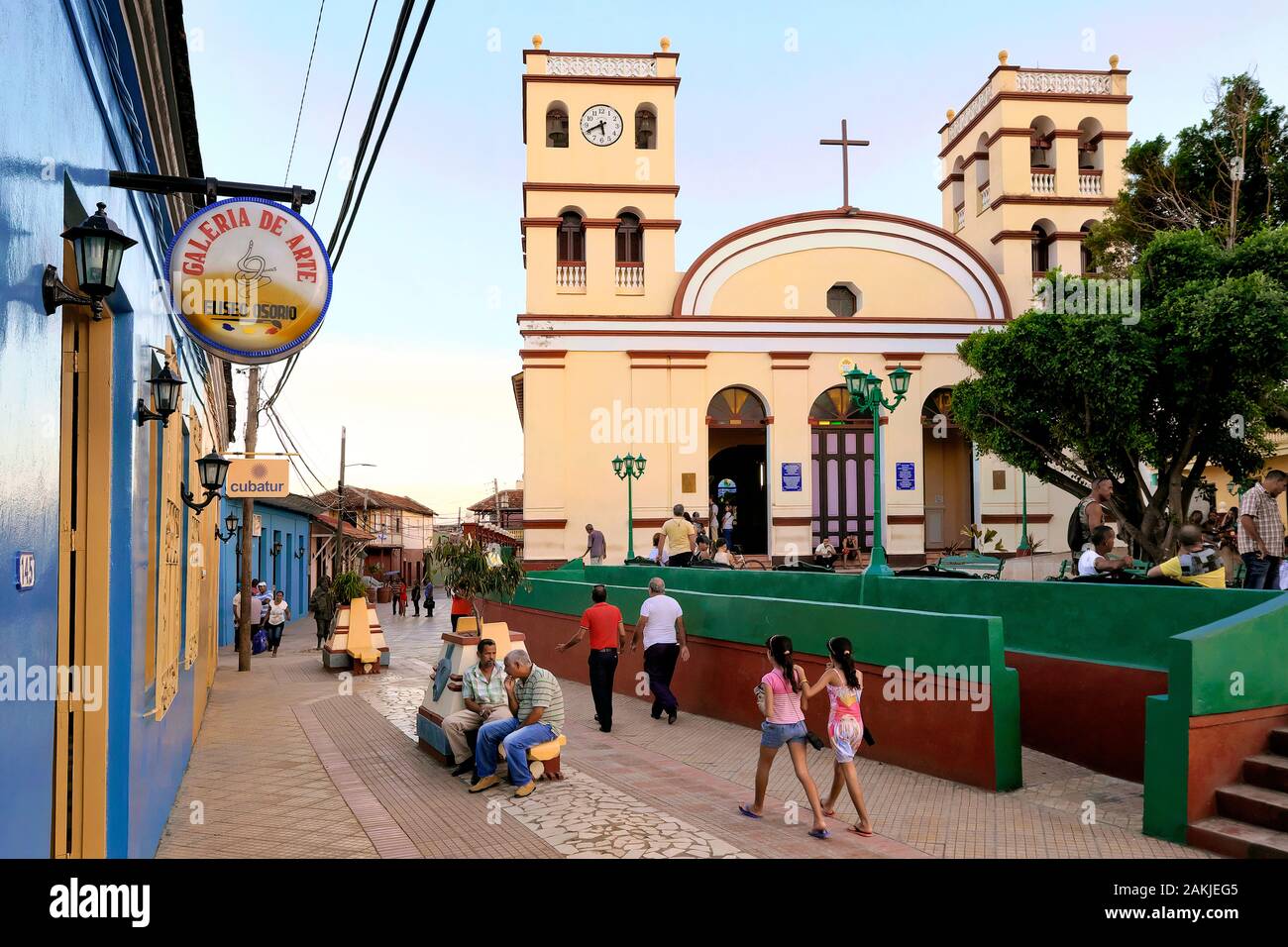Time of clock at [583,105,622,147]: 5:40
